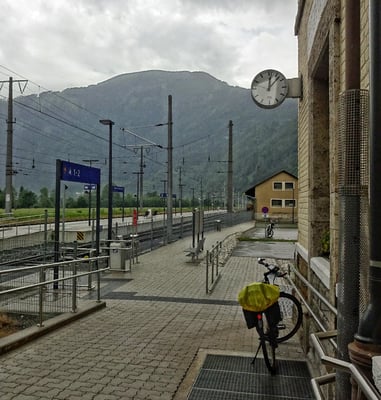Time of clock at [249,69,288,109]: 12:07
